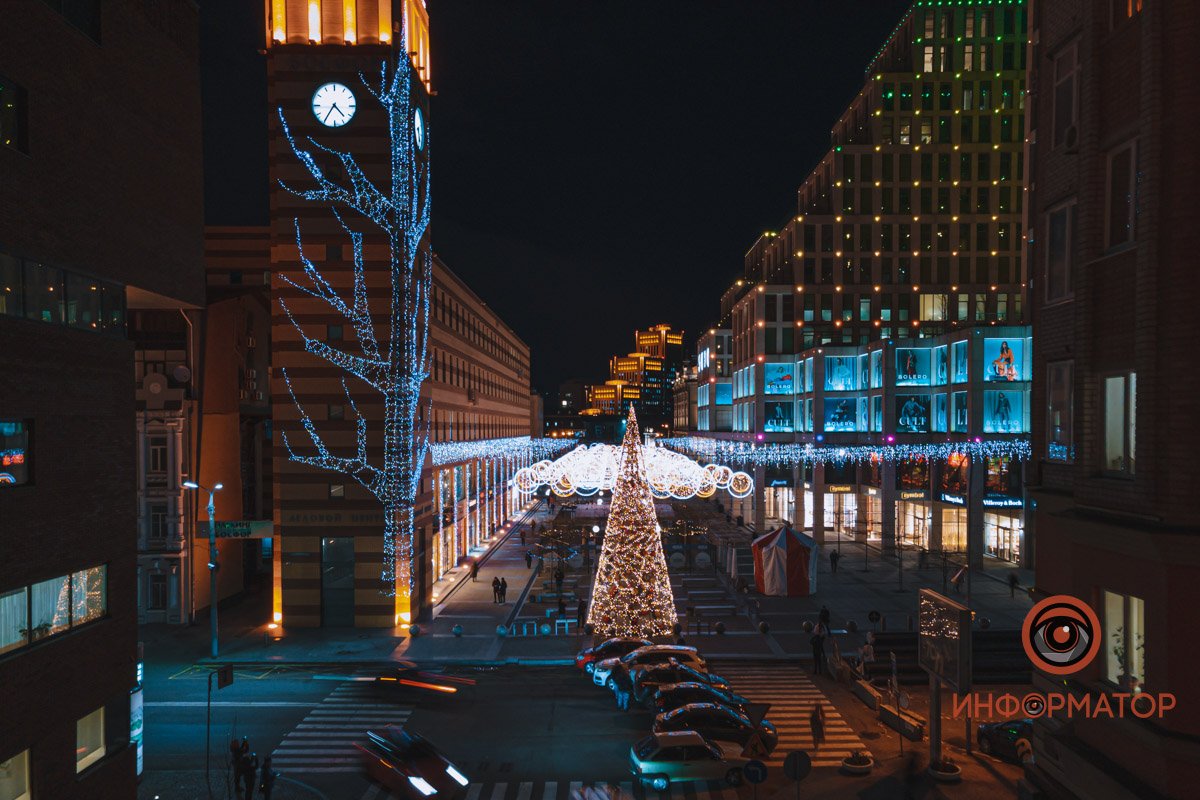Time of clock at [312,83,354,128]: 4:35
